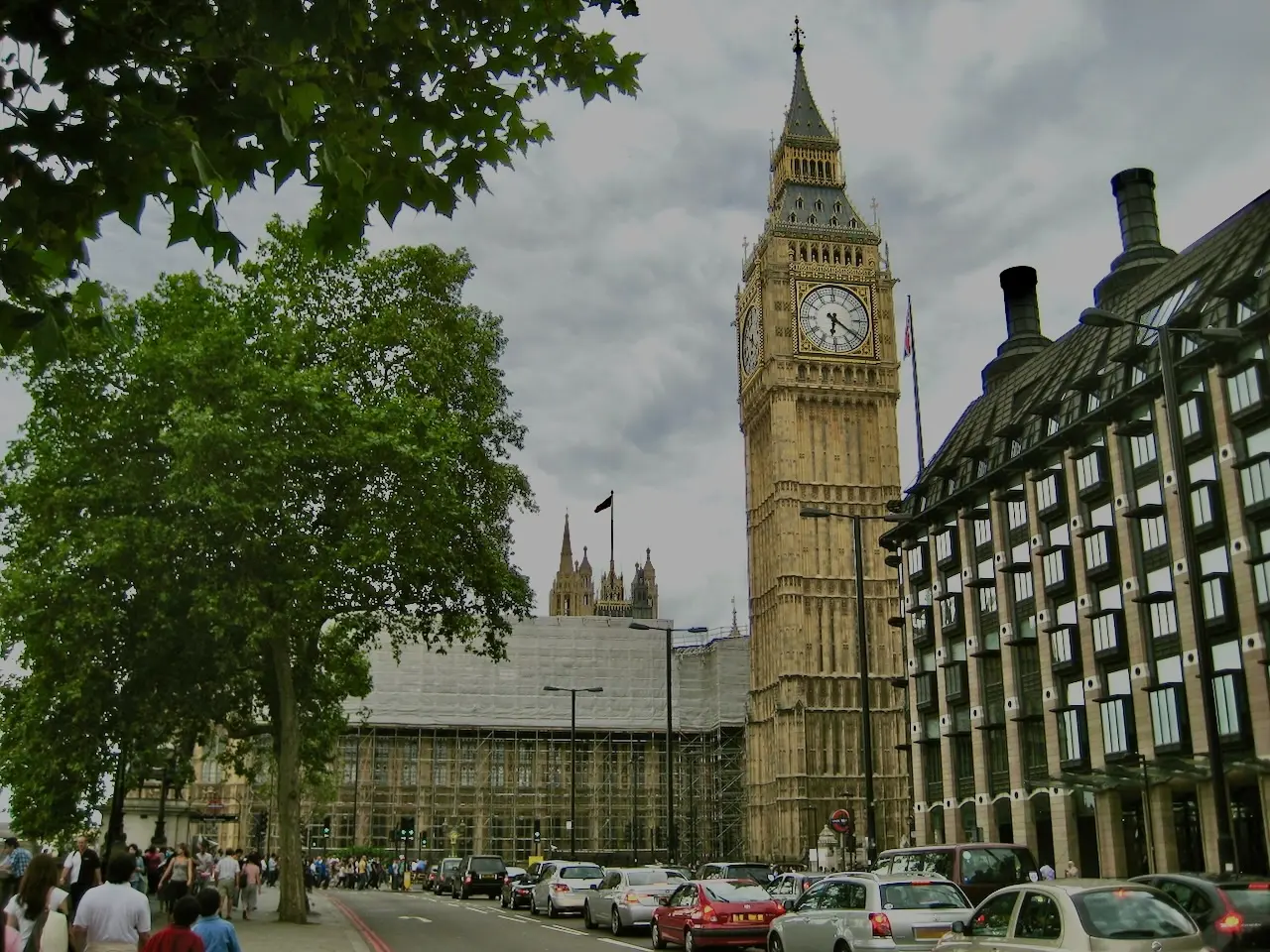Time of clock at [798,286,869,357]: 6:21
